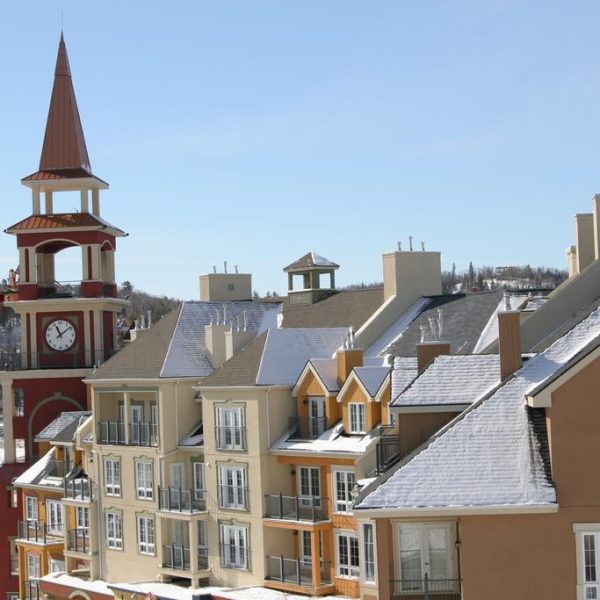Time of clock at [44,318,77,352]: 11:08
